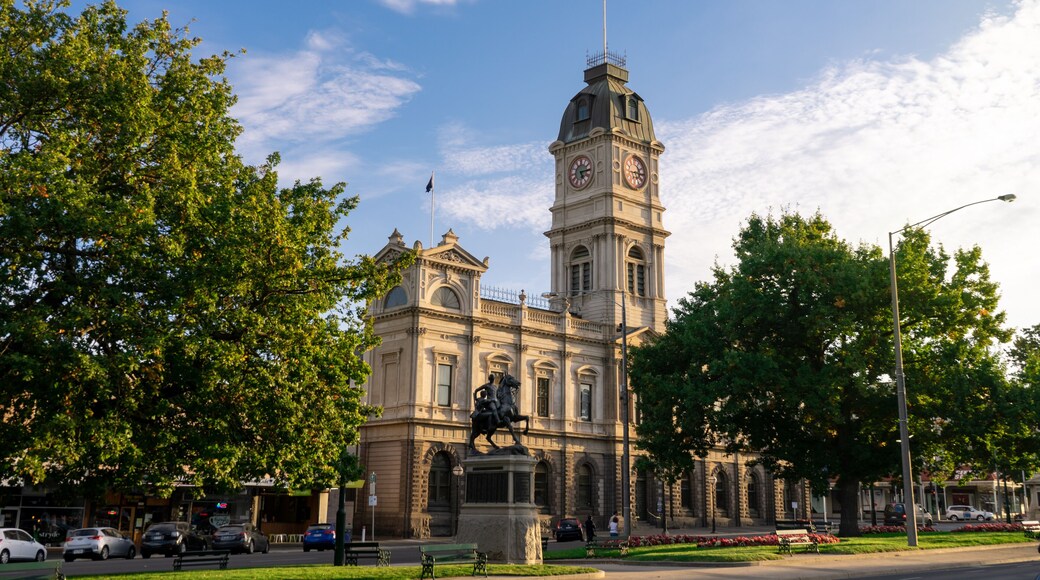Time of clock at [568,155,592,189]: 5:14
